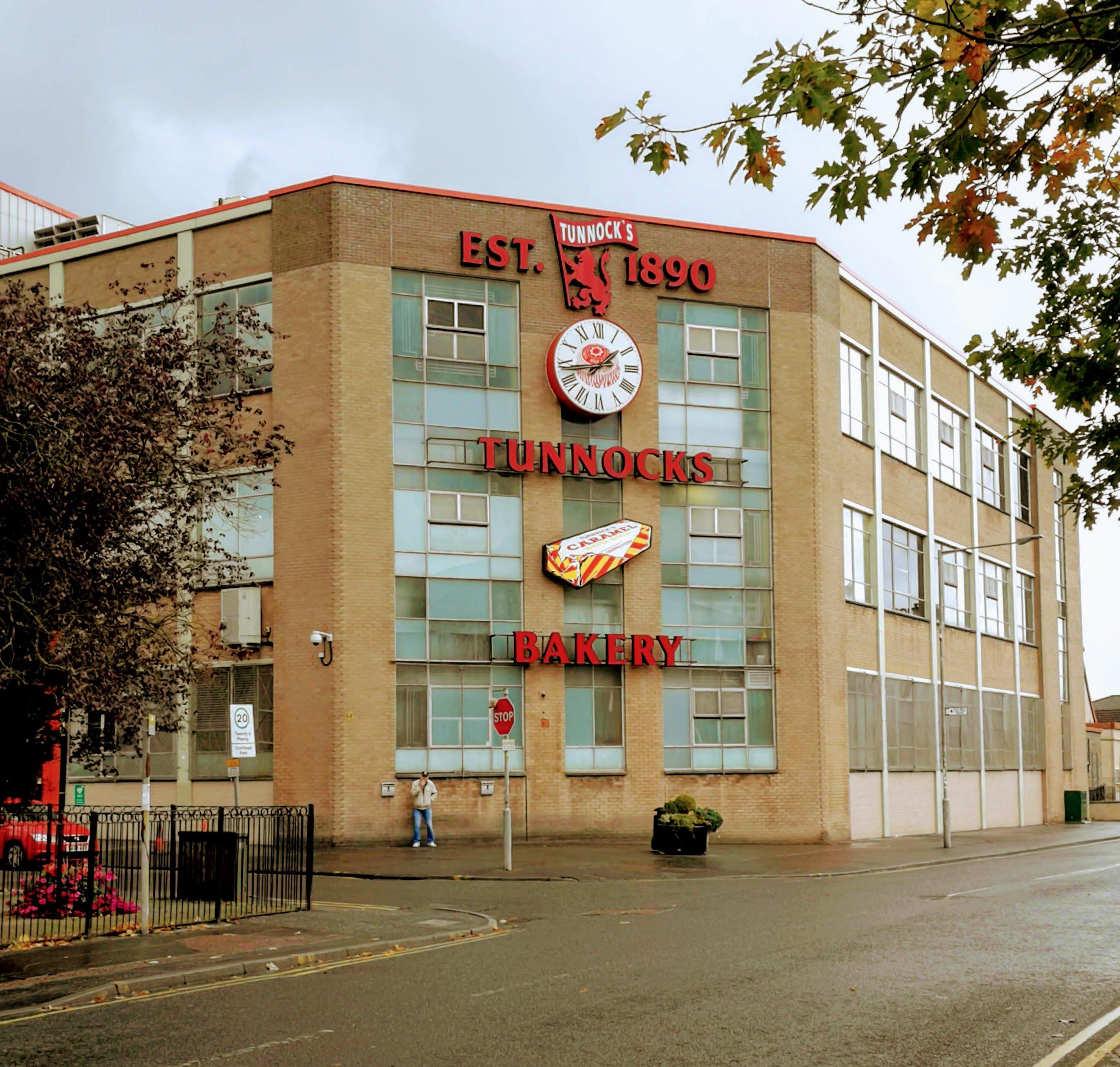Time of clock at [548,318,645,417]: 1:43
